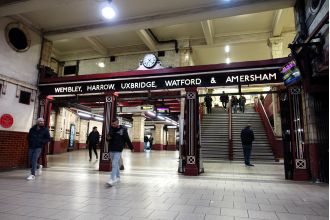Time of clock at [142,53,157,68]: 7:22
